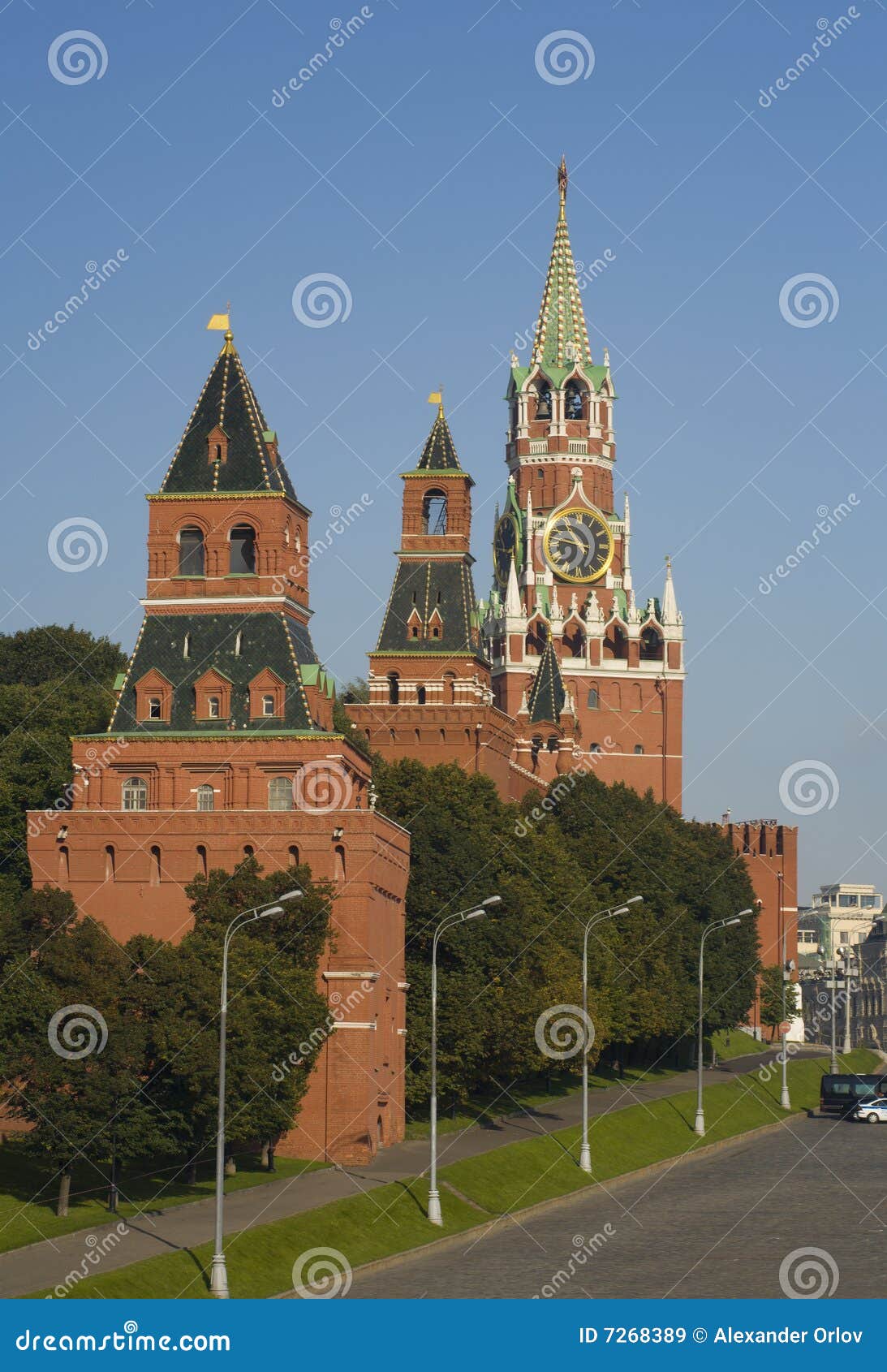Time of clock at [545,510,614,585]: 10:47
